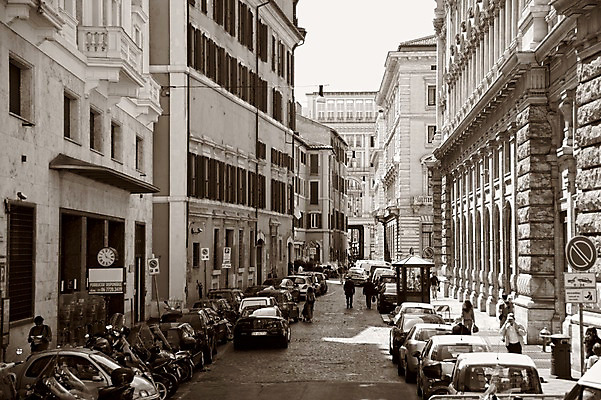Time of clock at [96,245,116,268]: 11:19
